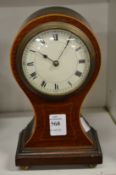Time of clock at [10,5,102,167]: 10:05
